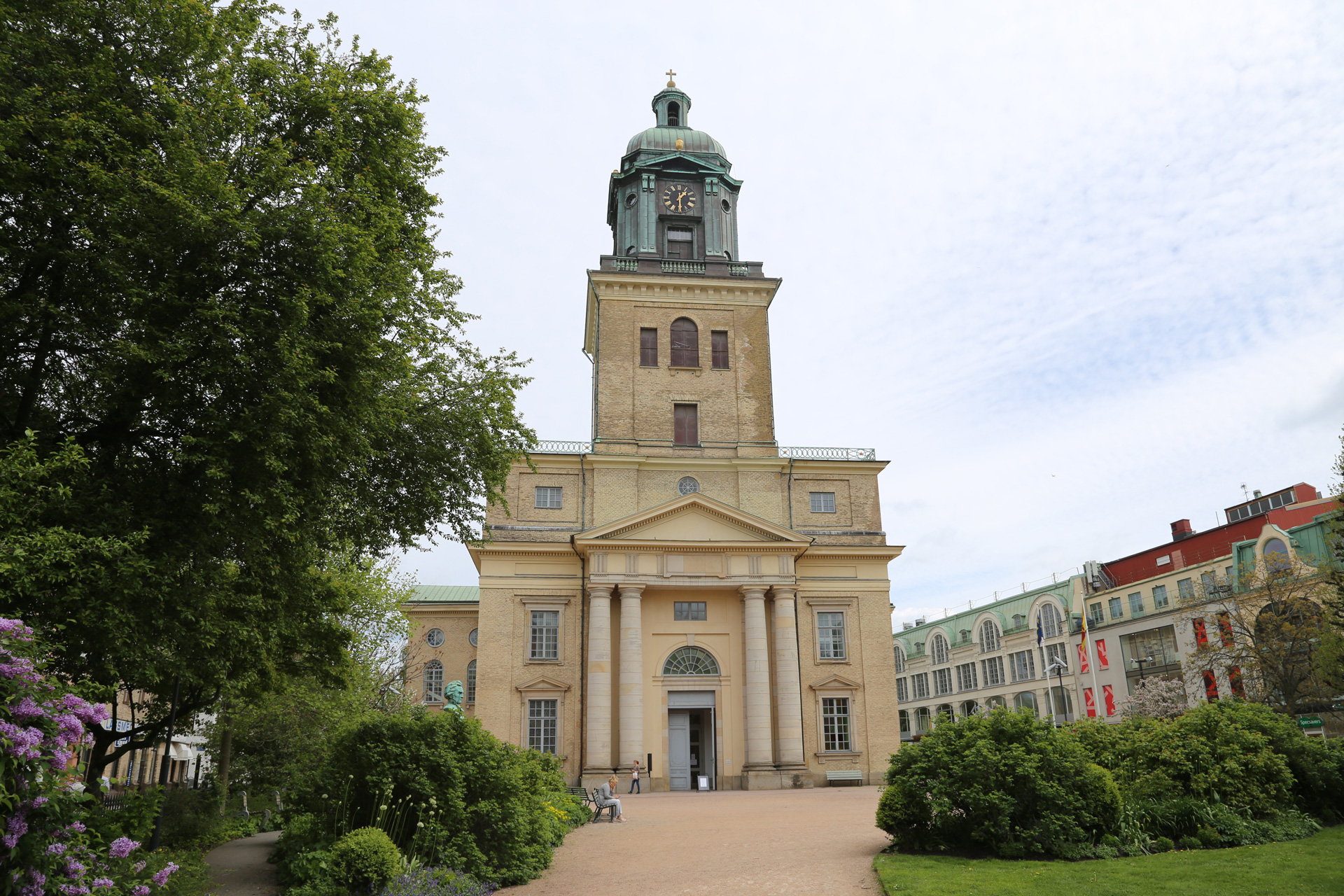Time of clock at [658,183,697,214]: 1:29
